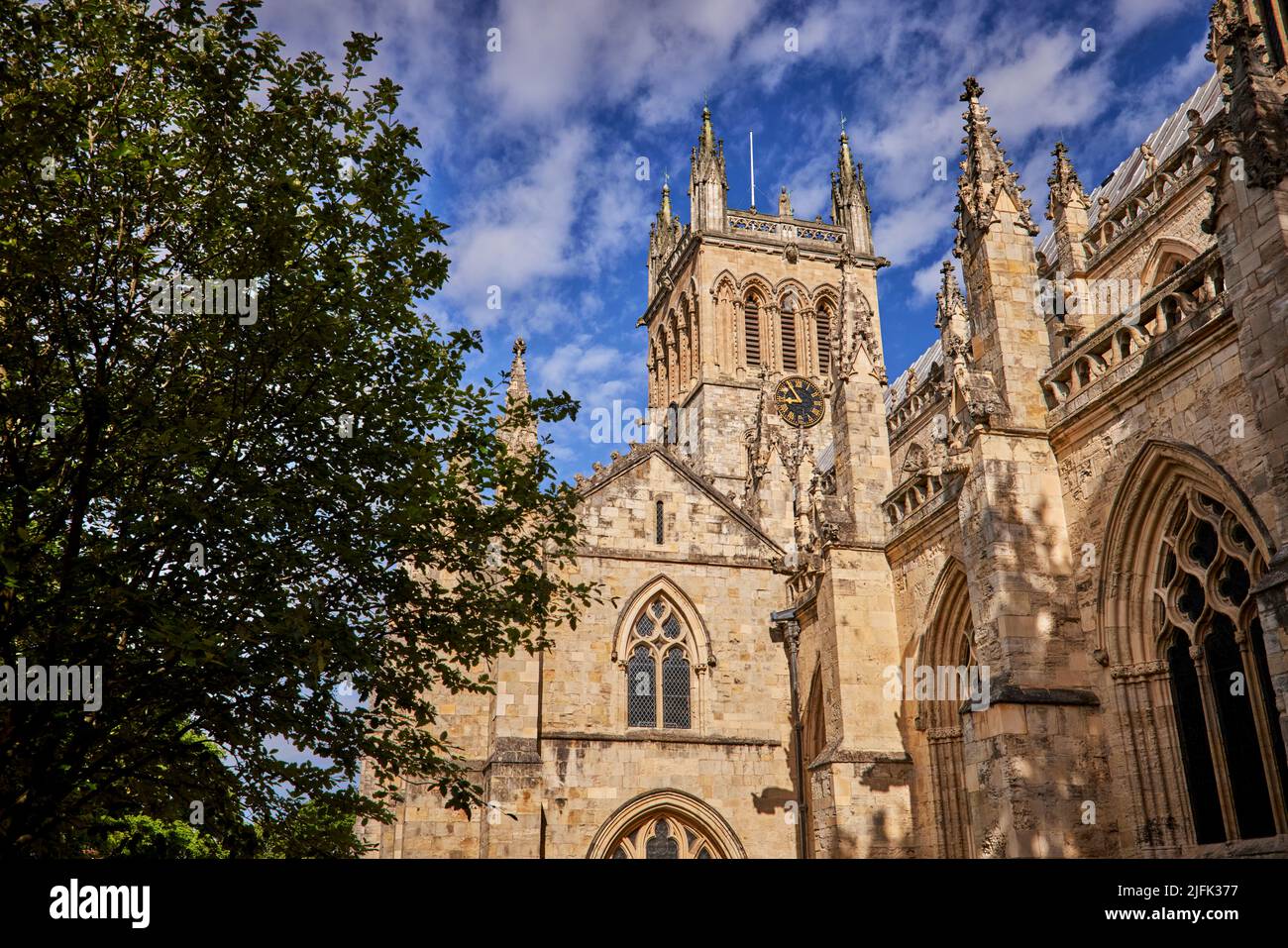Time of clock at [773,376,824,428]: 8:54
